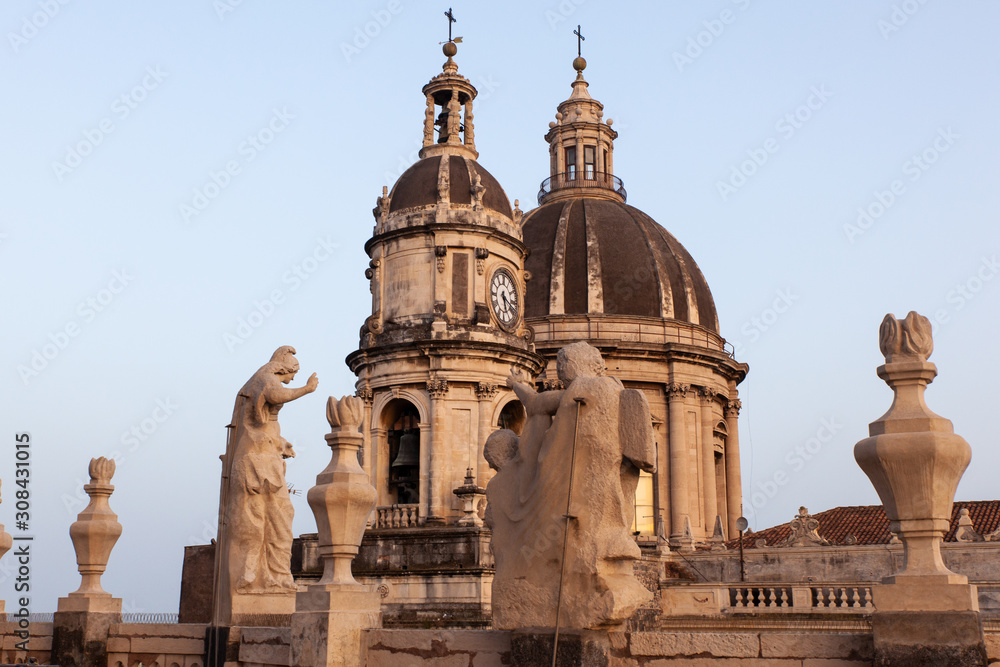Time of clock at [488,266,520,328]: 5:18
